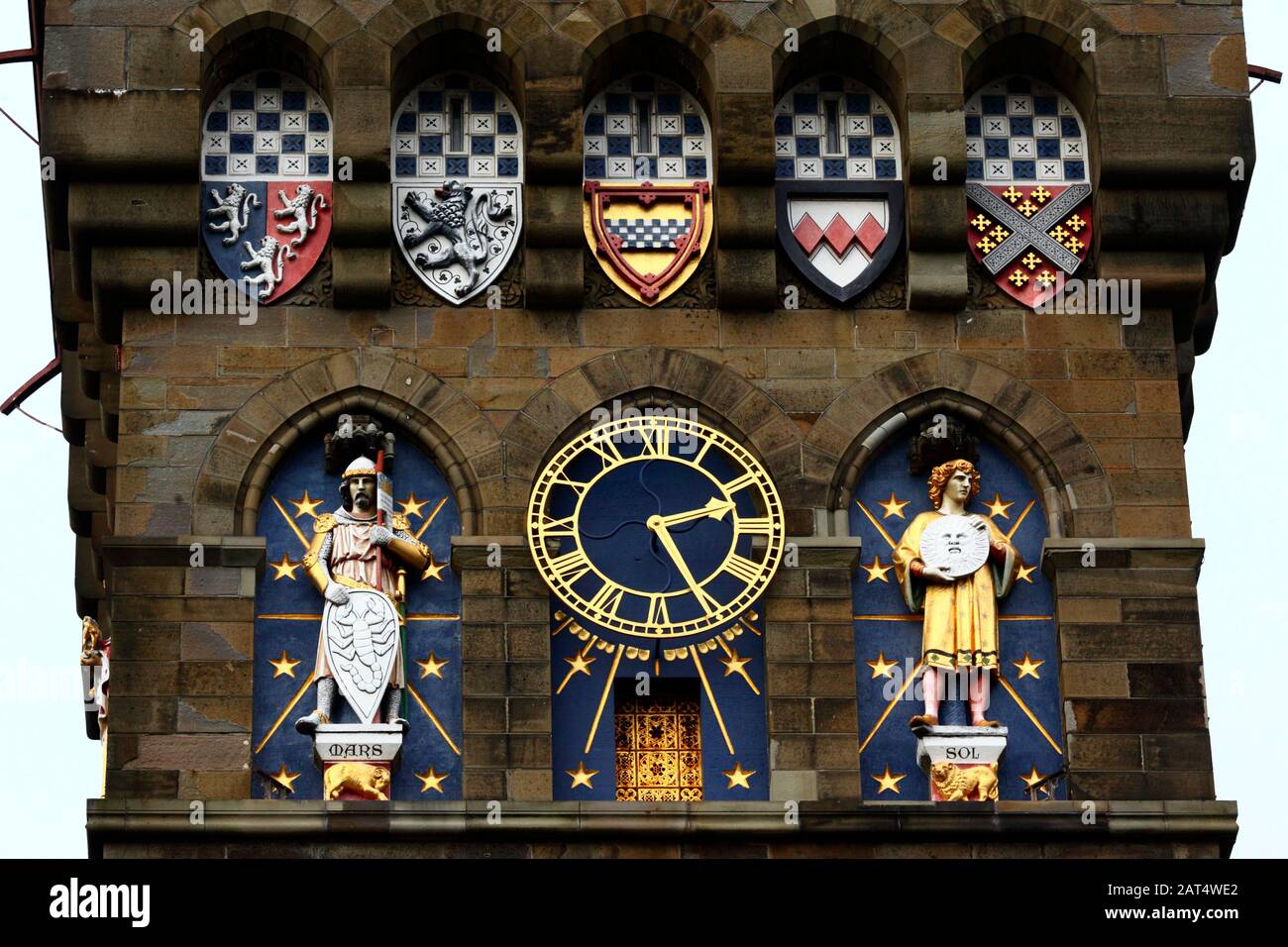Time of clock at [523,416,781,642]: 2:25
